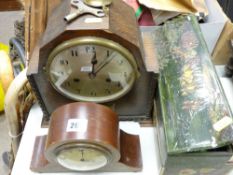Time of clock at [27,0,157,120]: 12:01
